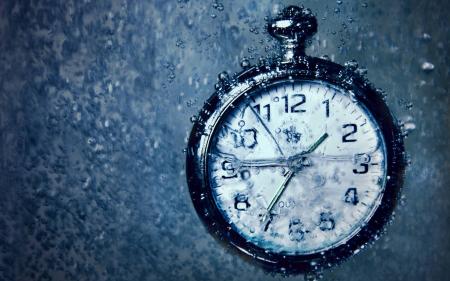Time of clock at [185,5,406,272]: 1:35
